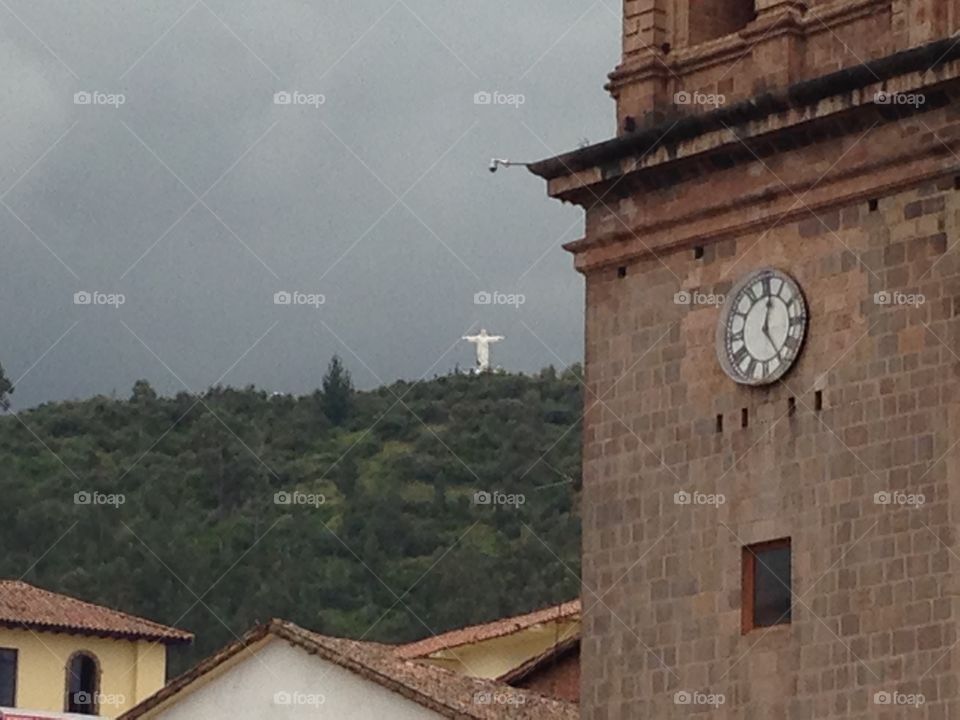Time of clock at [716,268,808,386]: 12:23
